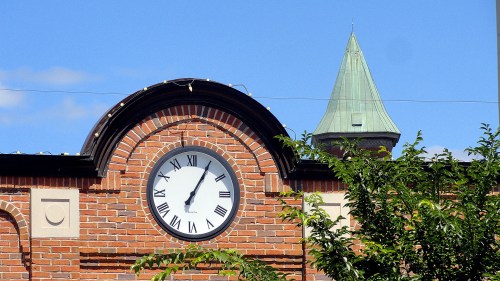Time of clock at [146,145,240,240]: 7:05
